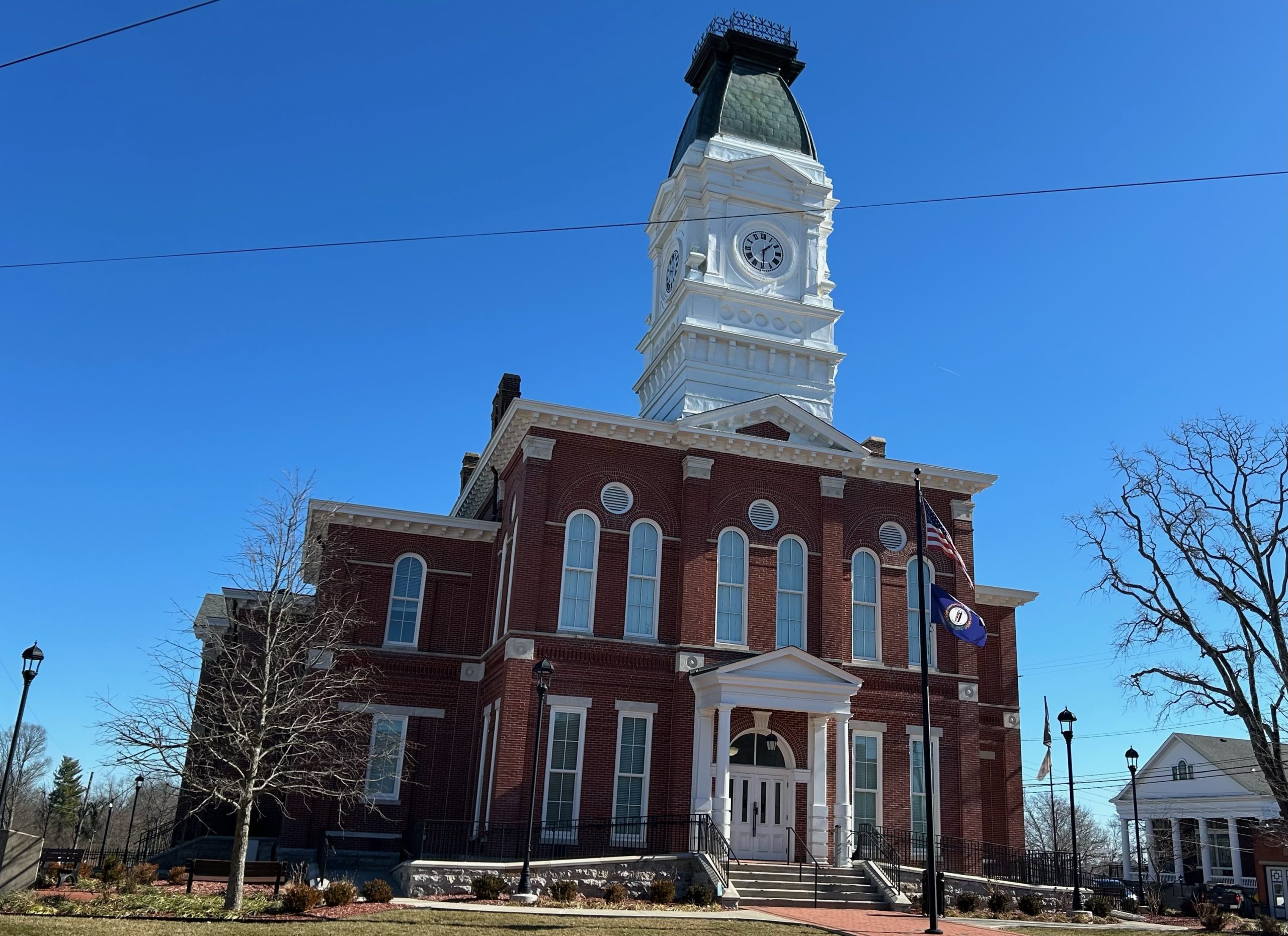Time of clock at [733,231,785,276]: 1:29
